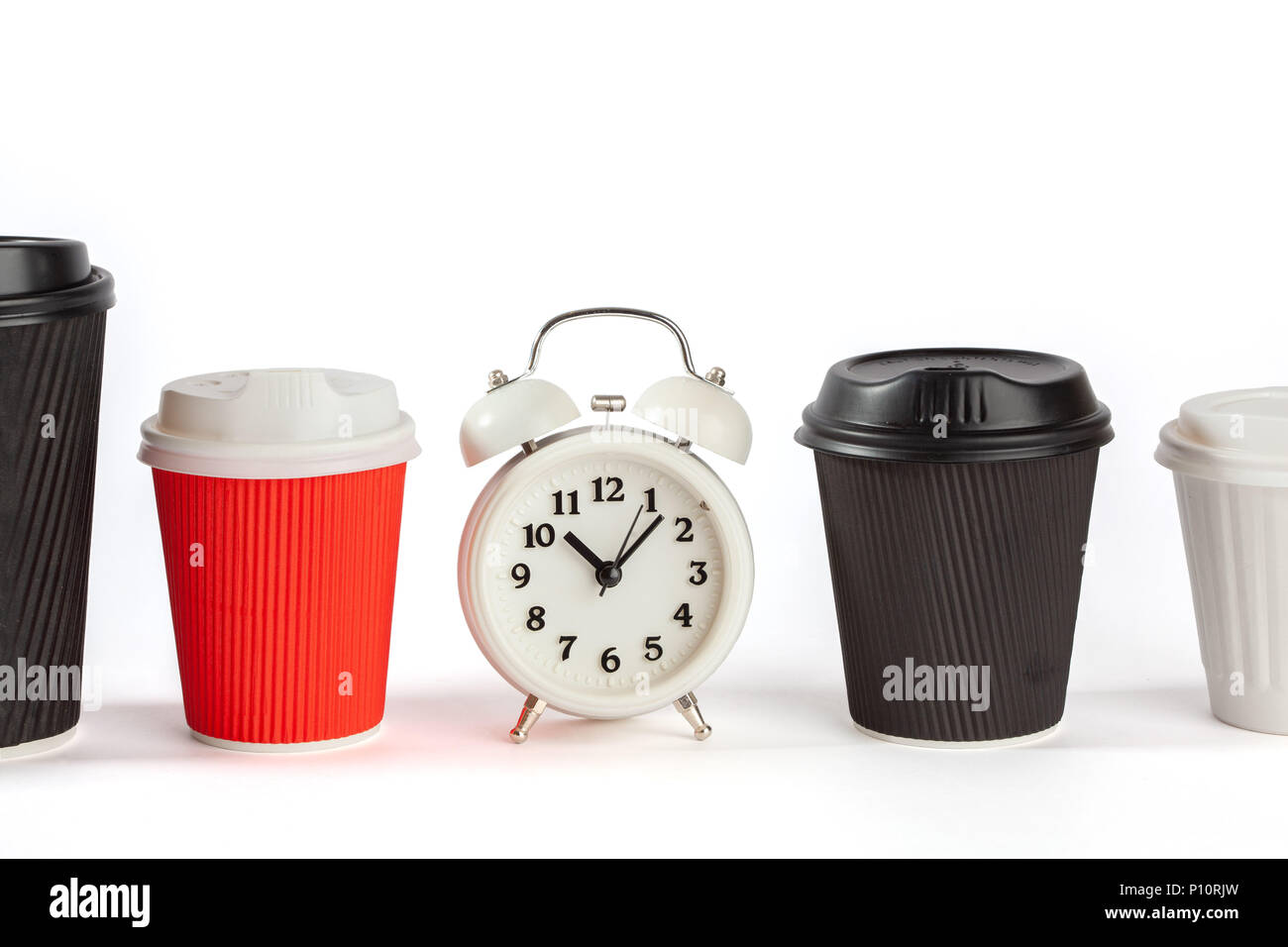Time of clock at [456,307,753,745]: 10:07
